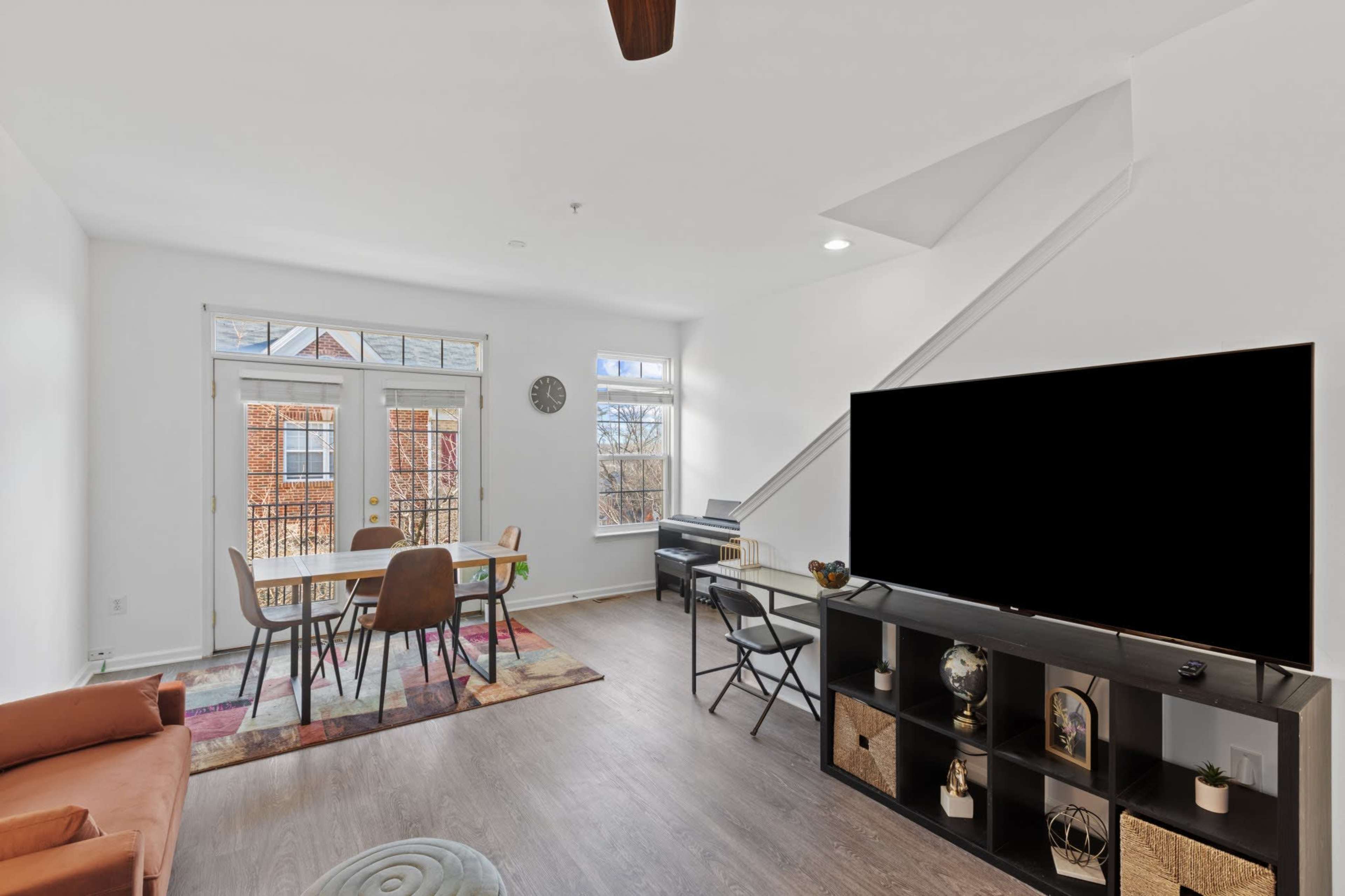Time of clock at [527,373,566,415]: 12:22
